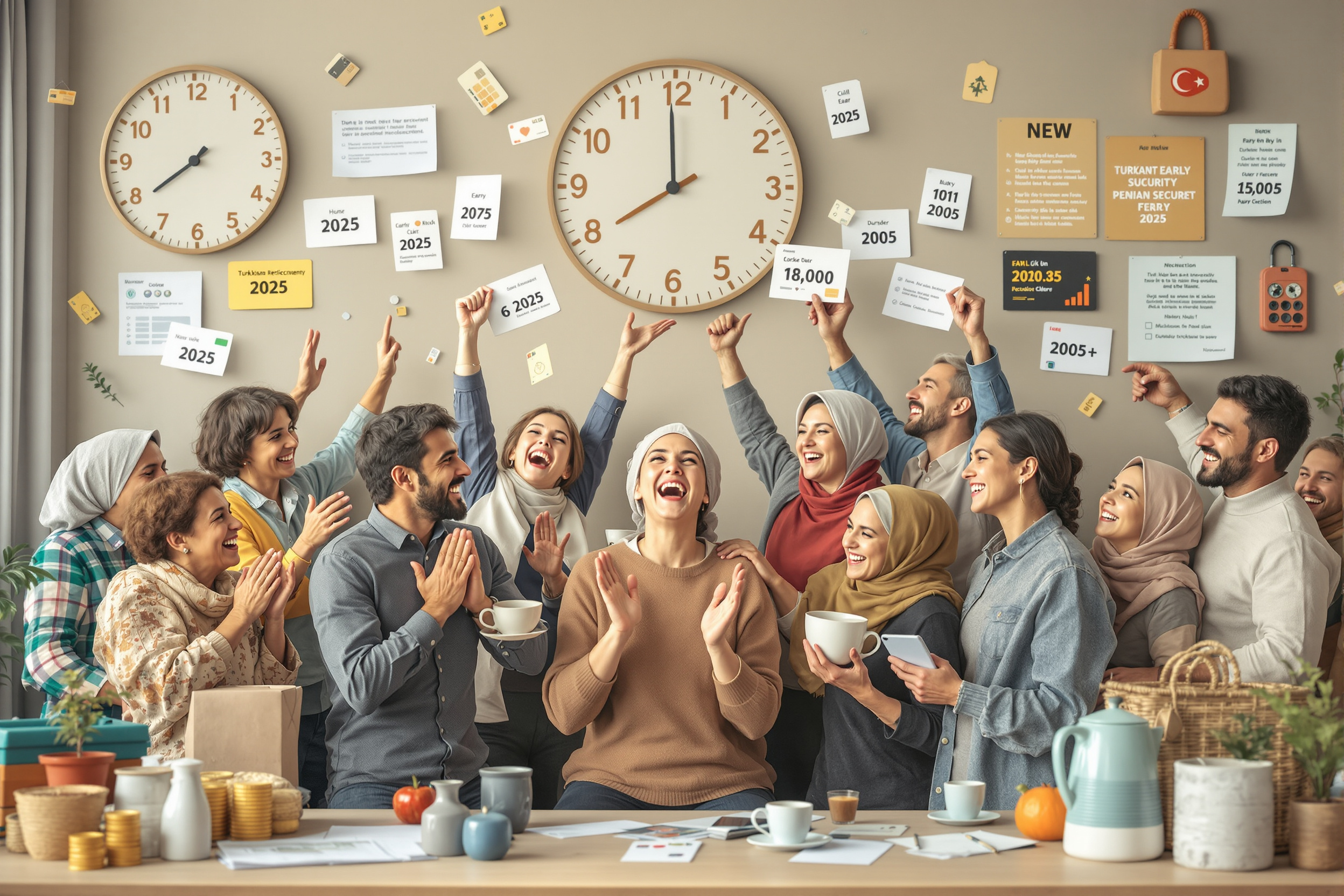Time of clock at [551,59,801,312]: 7:59
